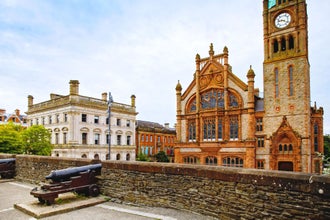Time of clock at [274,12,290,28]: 9:20
